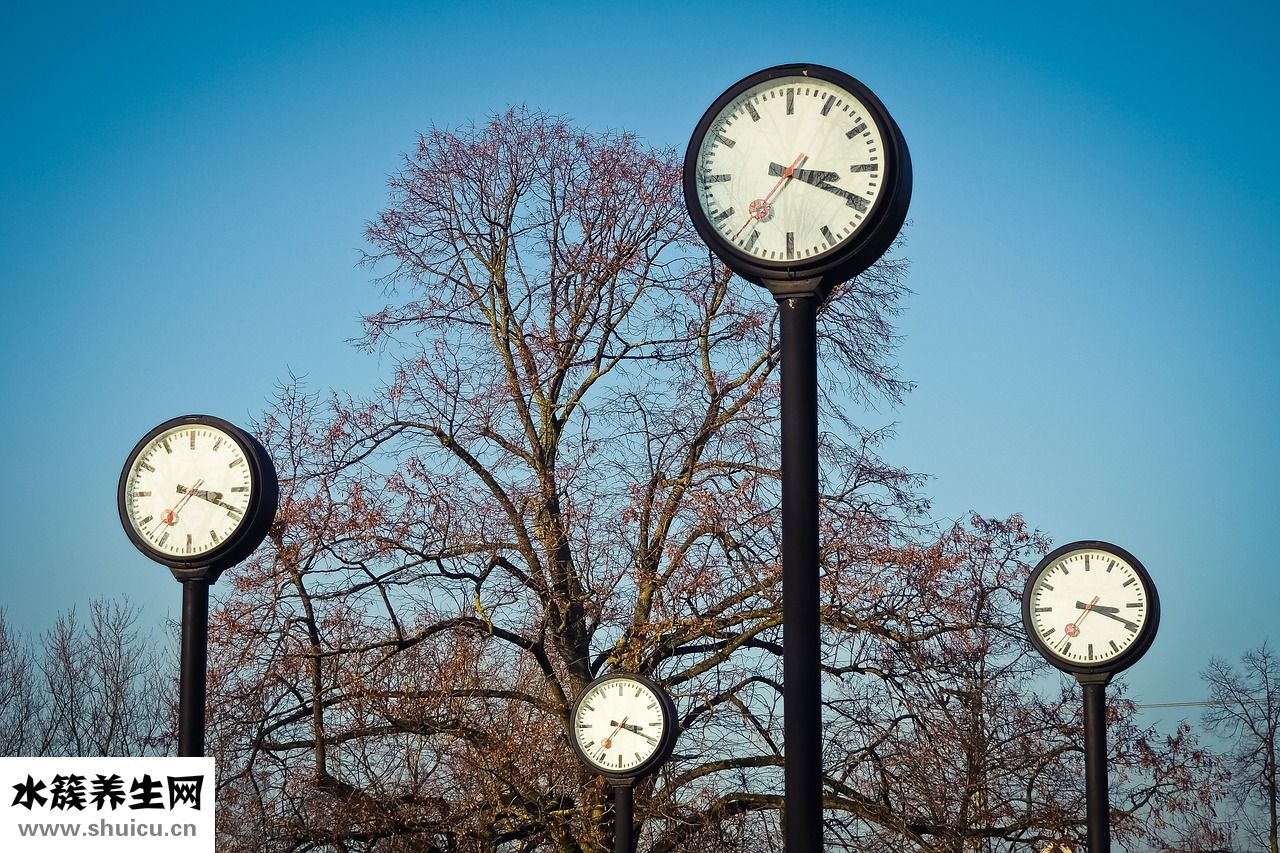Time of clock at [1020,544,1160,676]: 3:19
